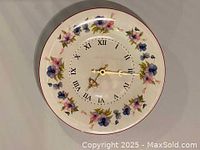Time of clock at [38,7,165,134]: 7:15
